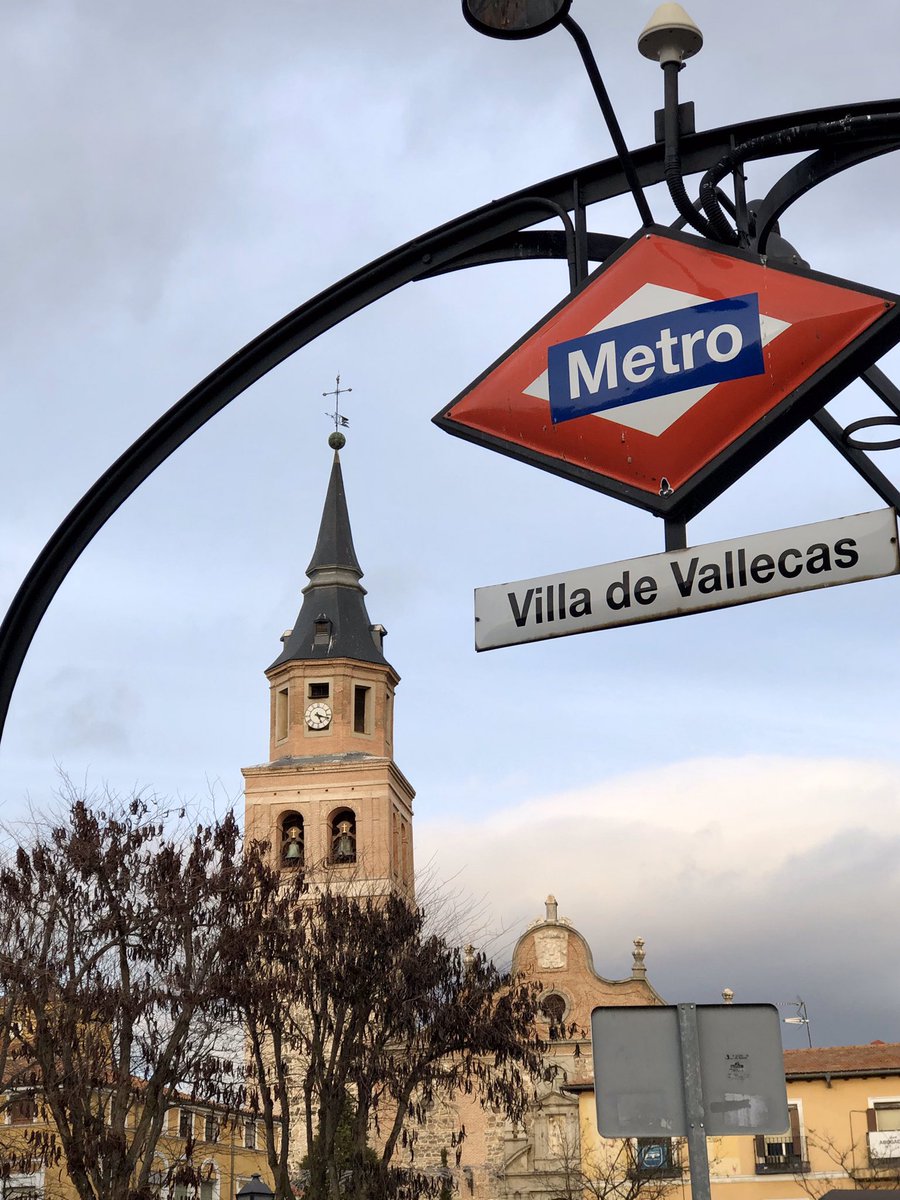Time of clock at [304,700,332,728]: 5:17
